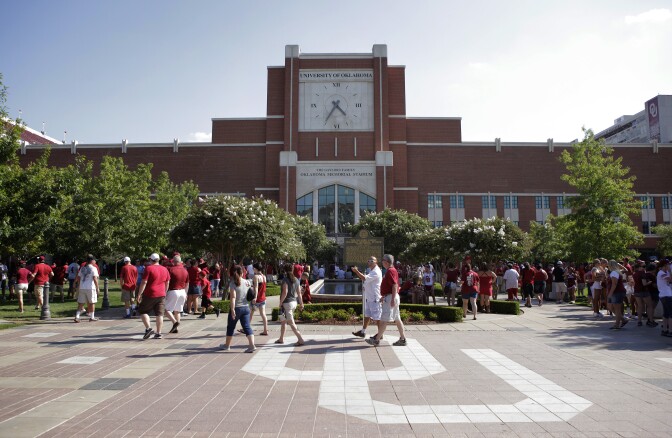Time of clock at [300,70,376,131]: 4:35
